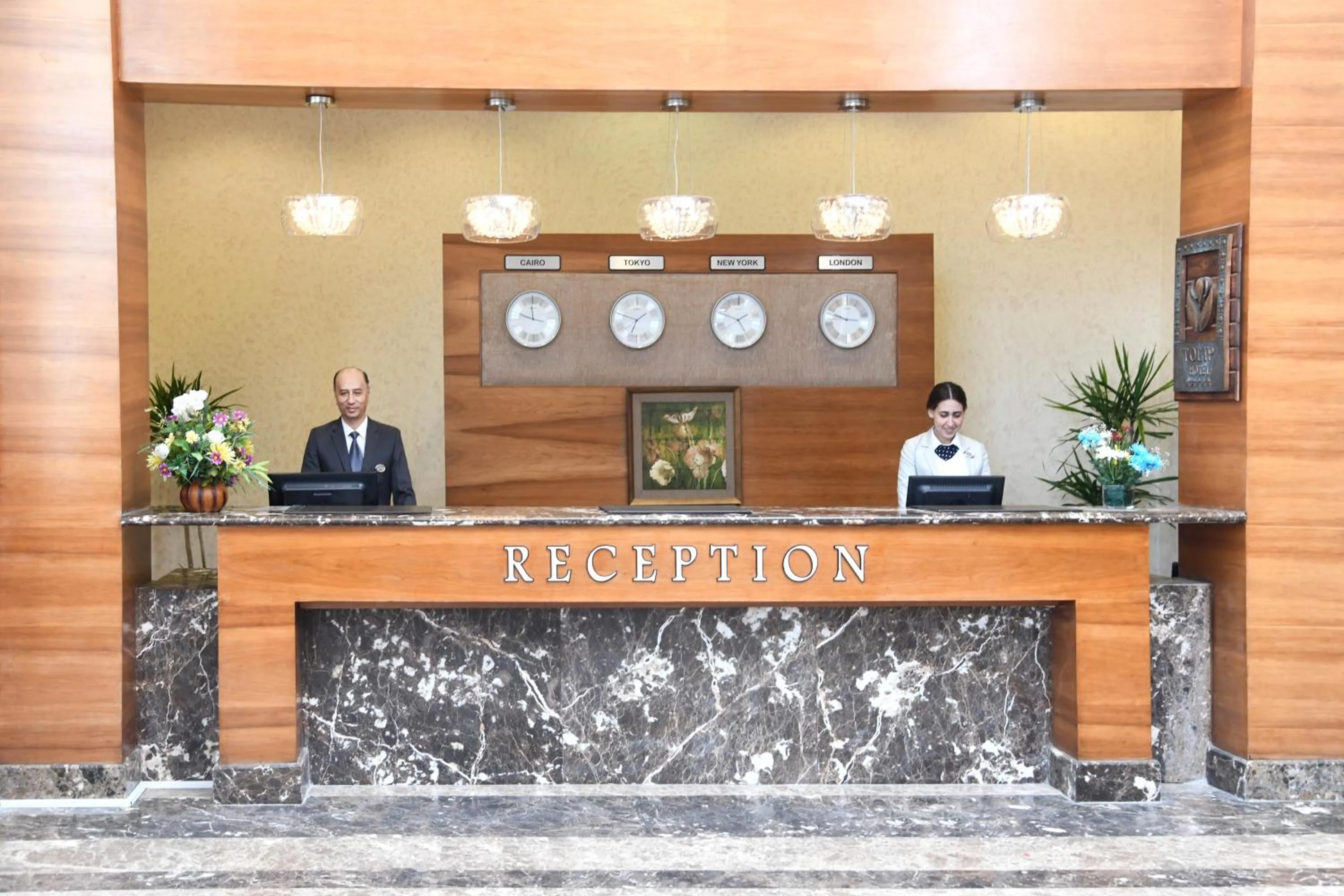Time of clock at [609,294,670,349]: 1:47
